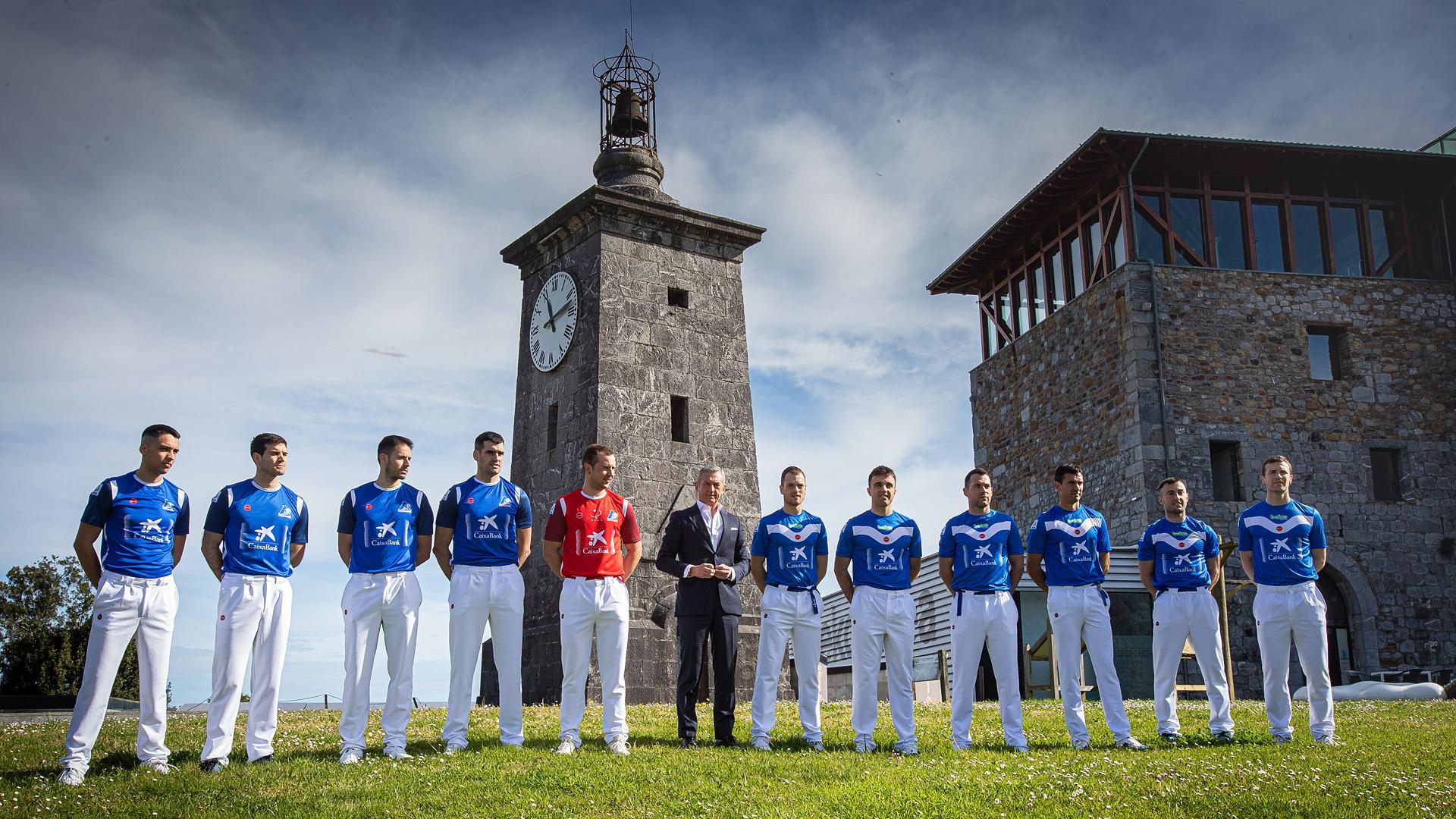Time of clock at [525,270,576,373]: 11:12
